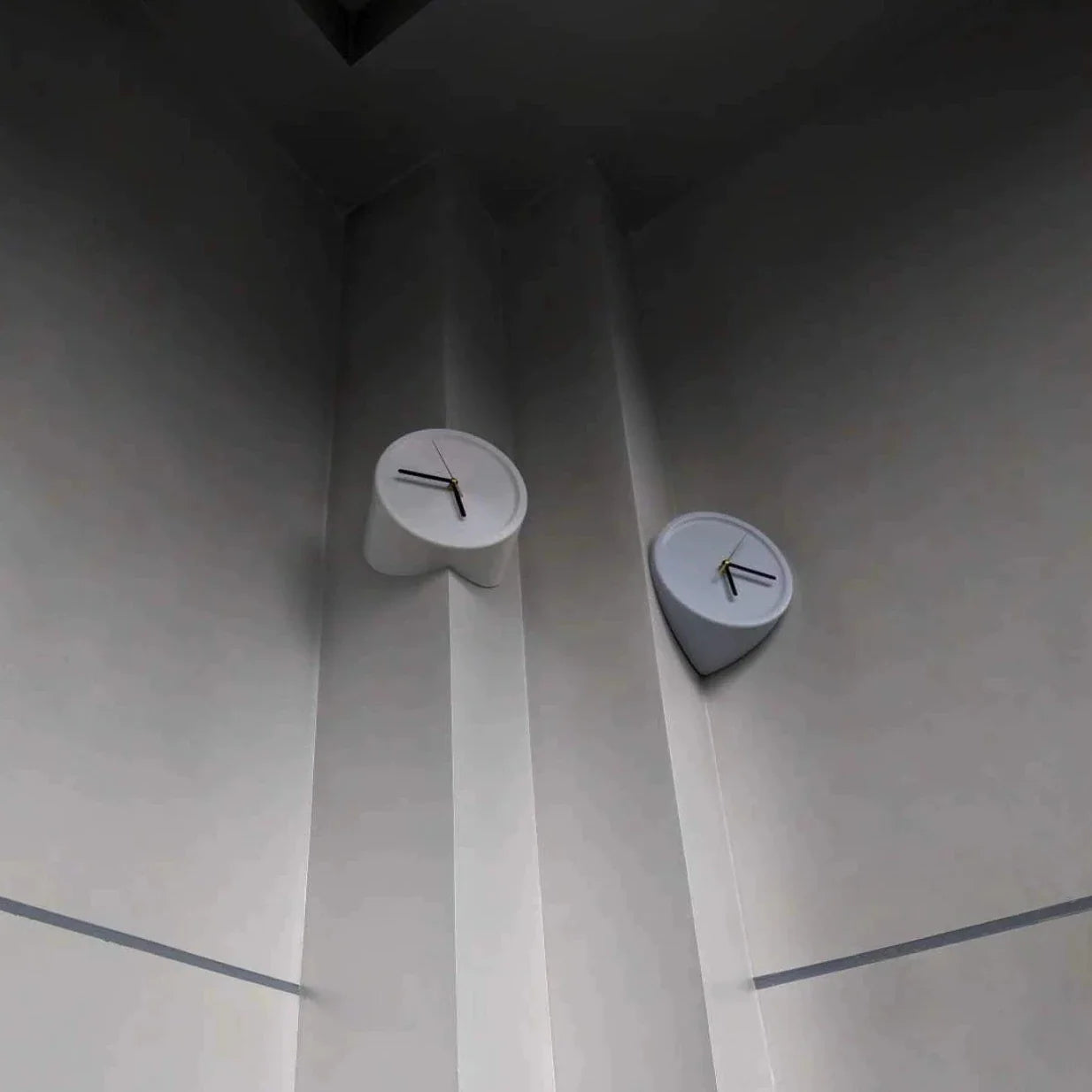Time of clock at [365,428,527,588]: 5:46
